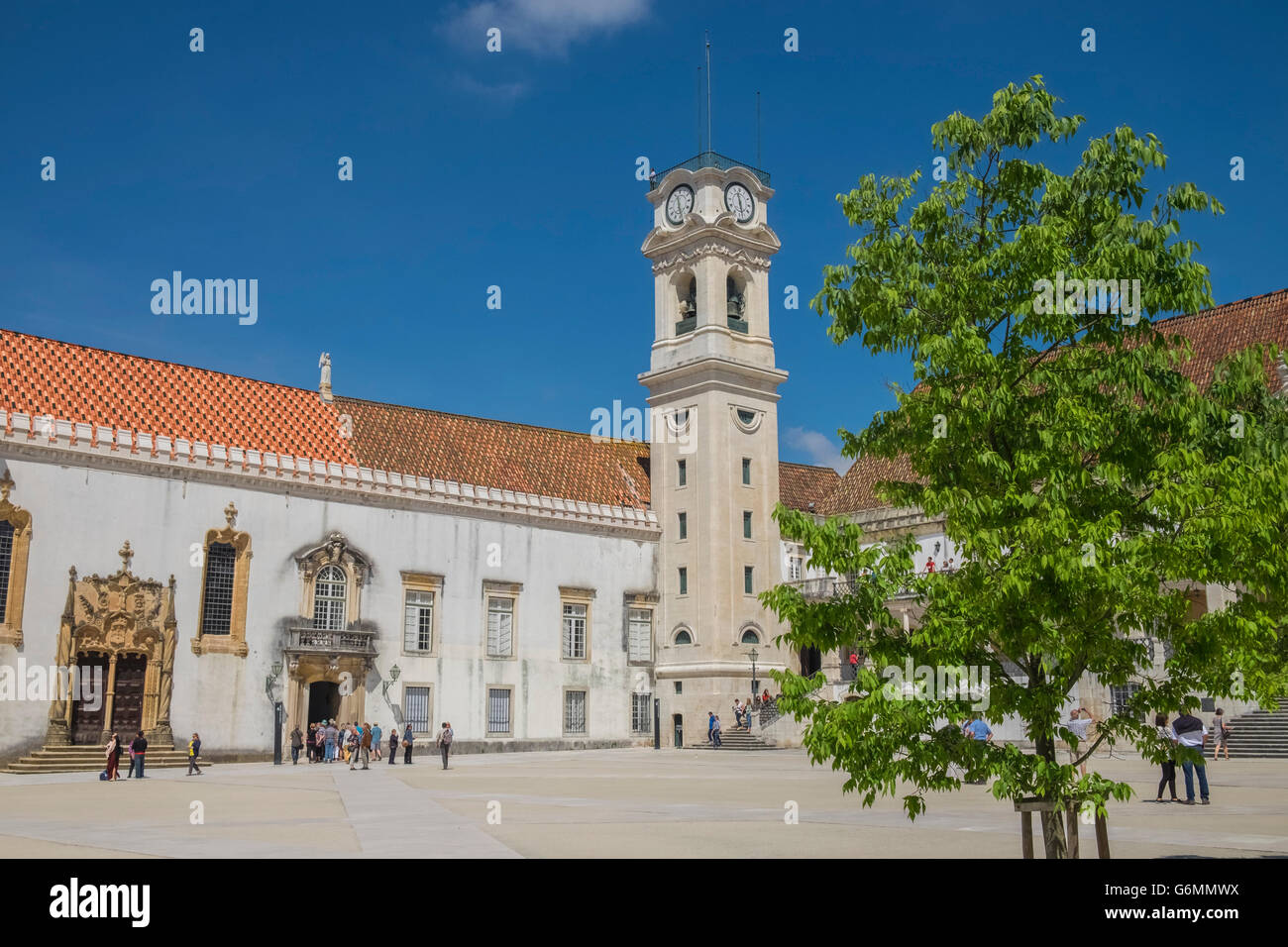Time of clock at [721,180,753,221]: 11:28
